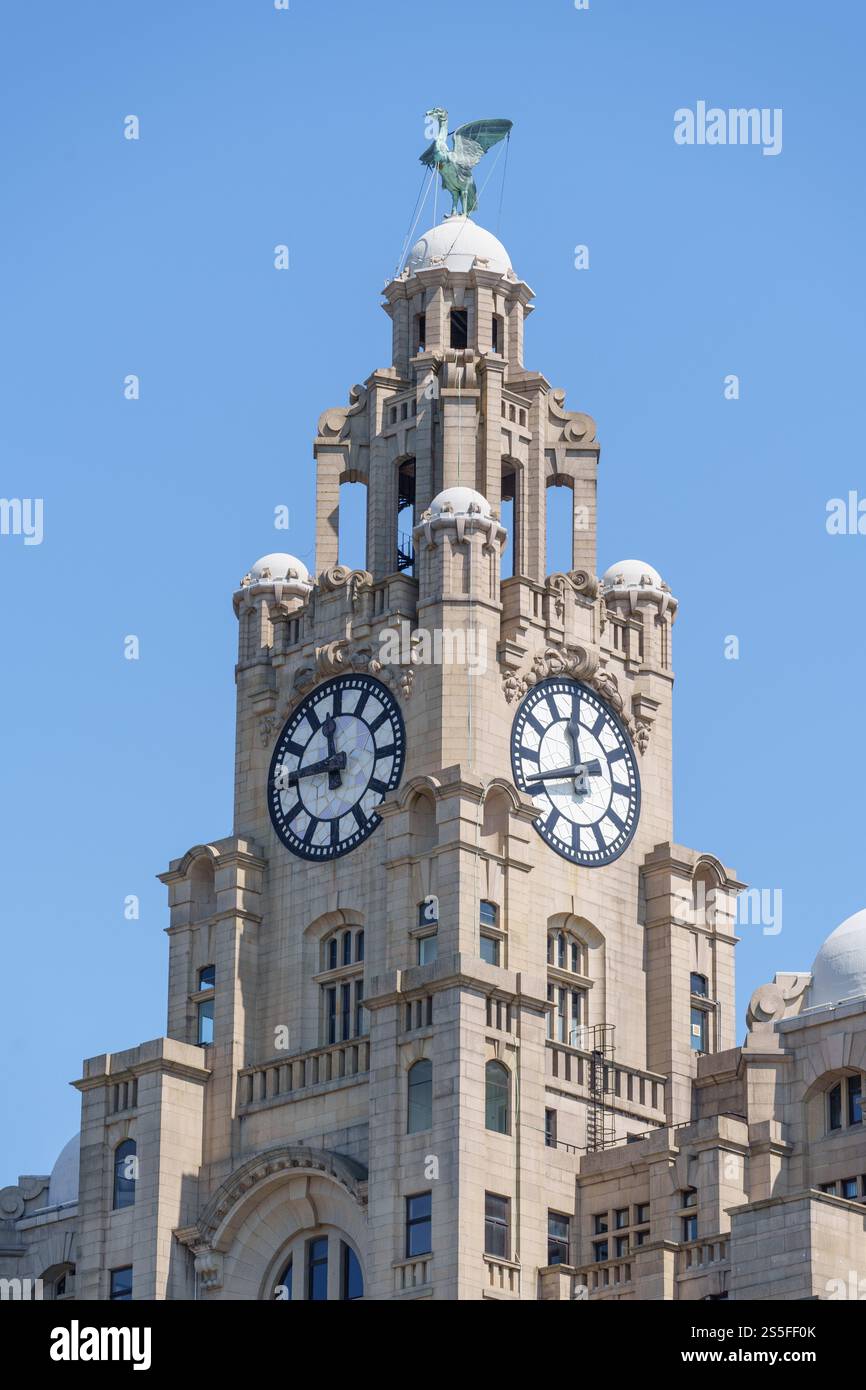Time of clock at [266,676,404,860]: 11:45
